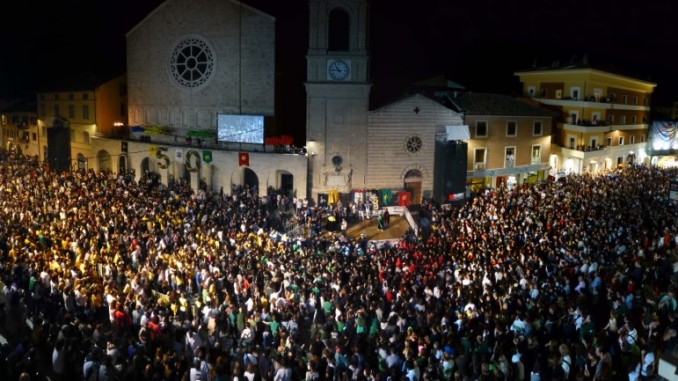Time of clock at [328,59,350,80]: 10:45
